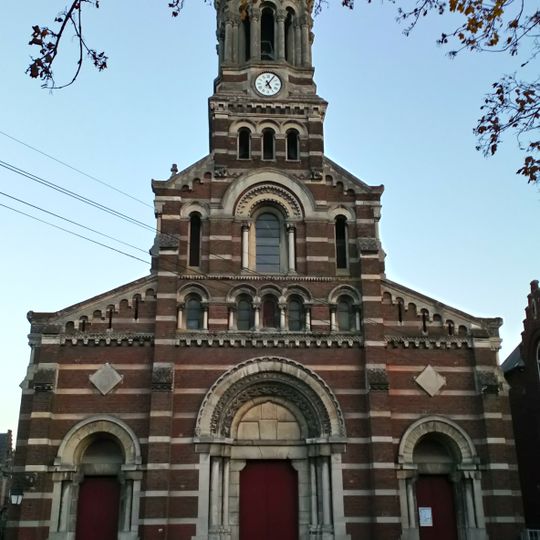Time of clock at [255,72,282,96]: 5:05
